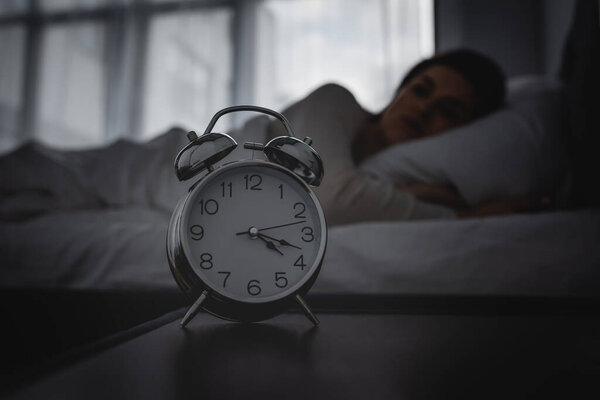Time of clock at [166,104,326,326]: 4:18
